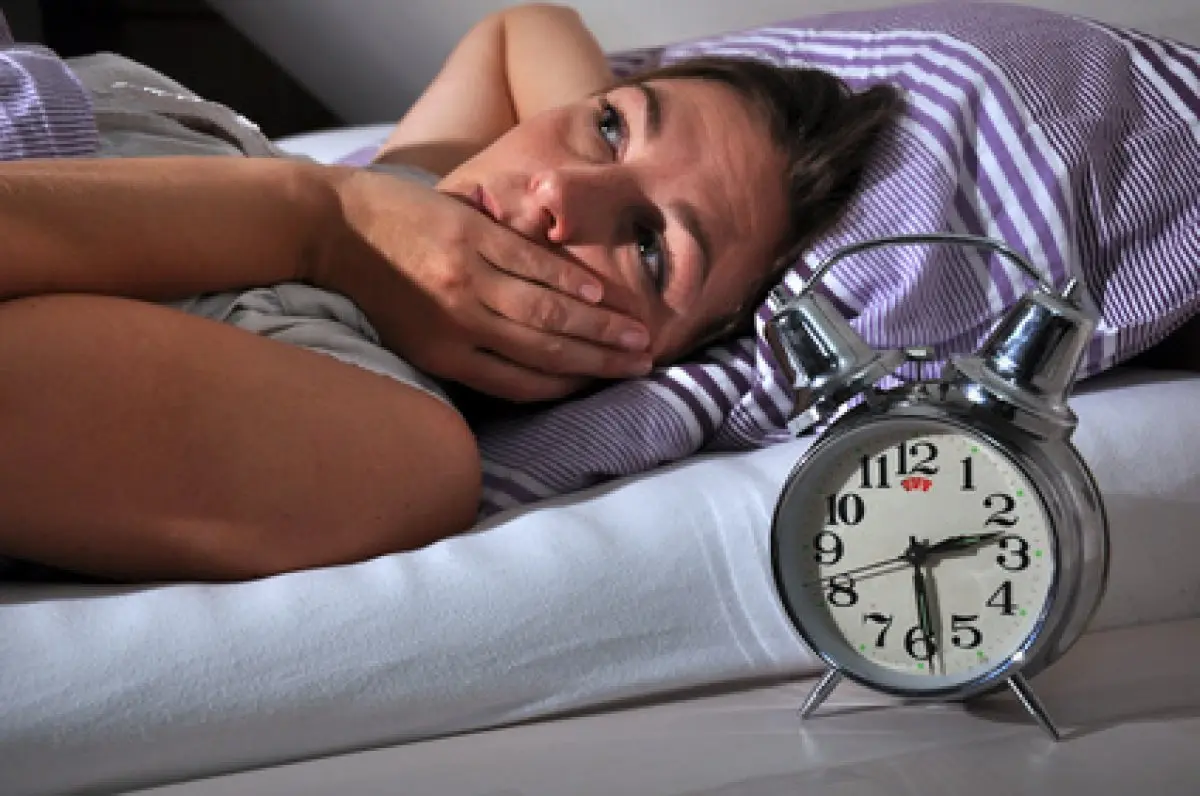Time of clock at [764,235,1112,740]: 2:28
